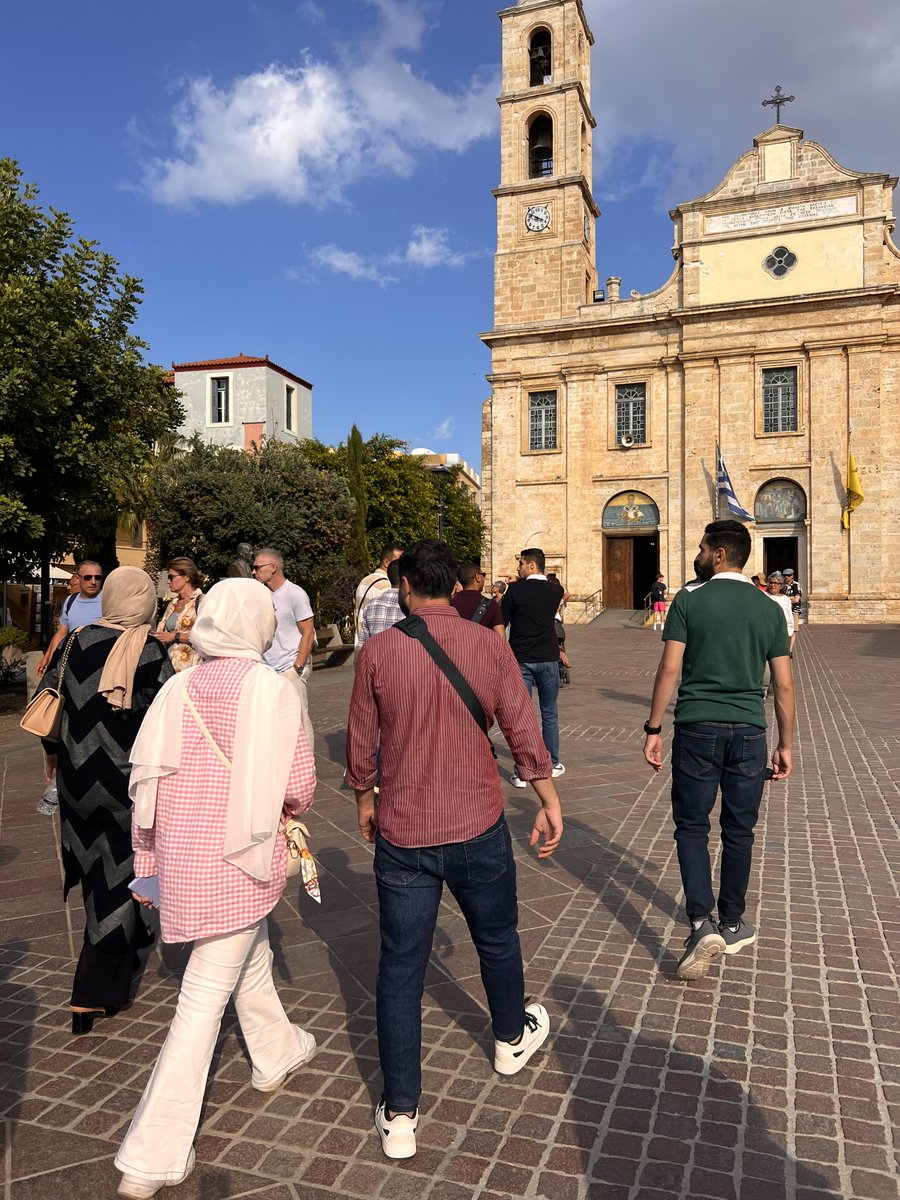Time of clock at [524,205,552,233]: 3:50
